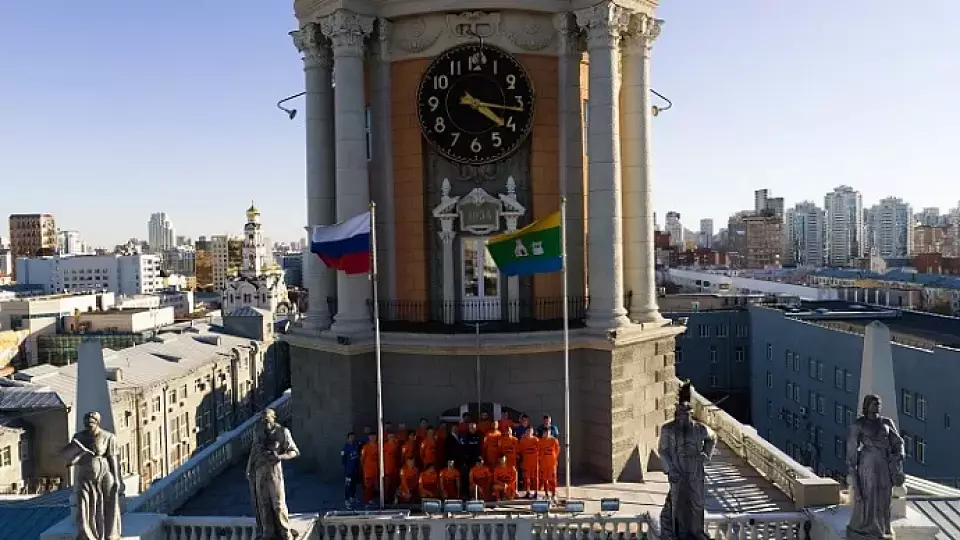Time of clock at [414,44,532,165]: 4:16
